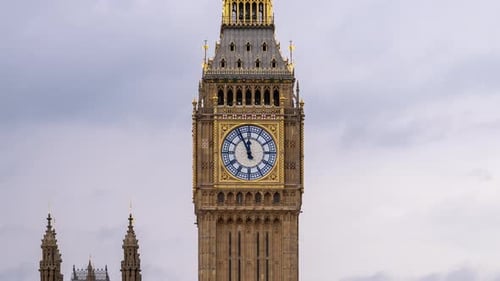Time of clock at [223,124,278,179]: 11:55
